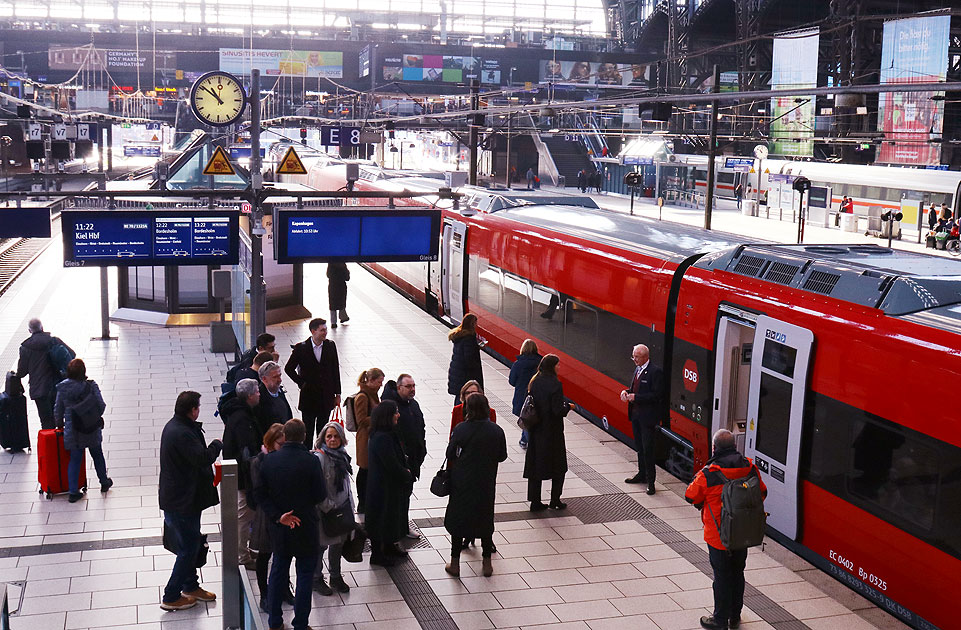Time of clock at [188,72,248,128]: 10:51
